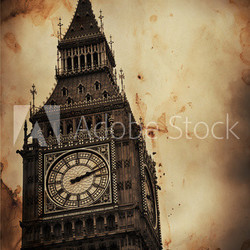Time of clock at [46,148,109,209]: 2:11
